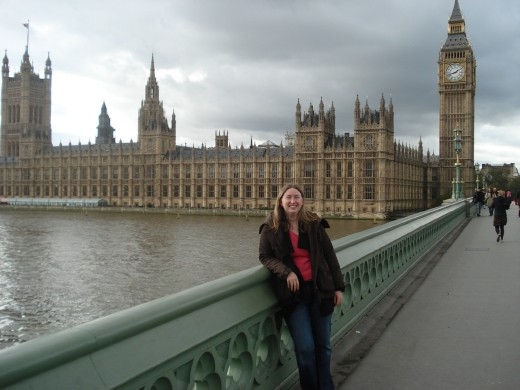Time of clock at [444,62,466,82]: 1:42
